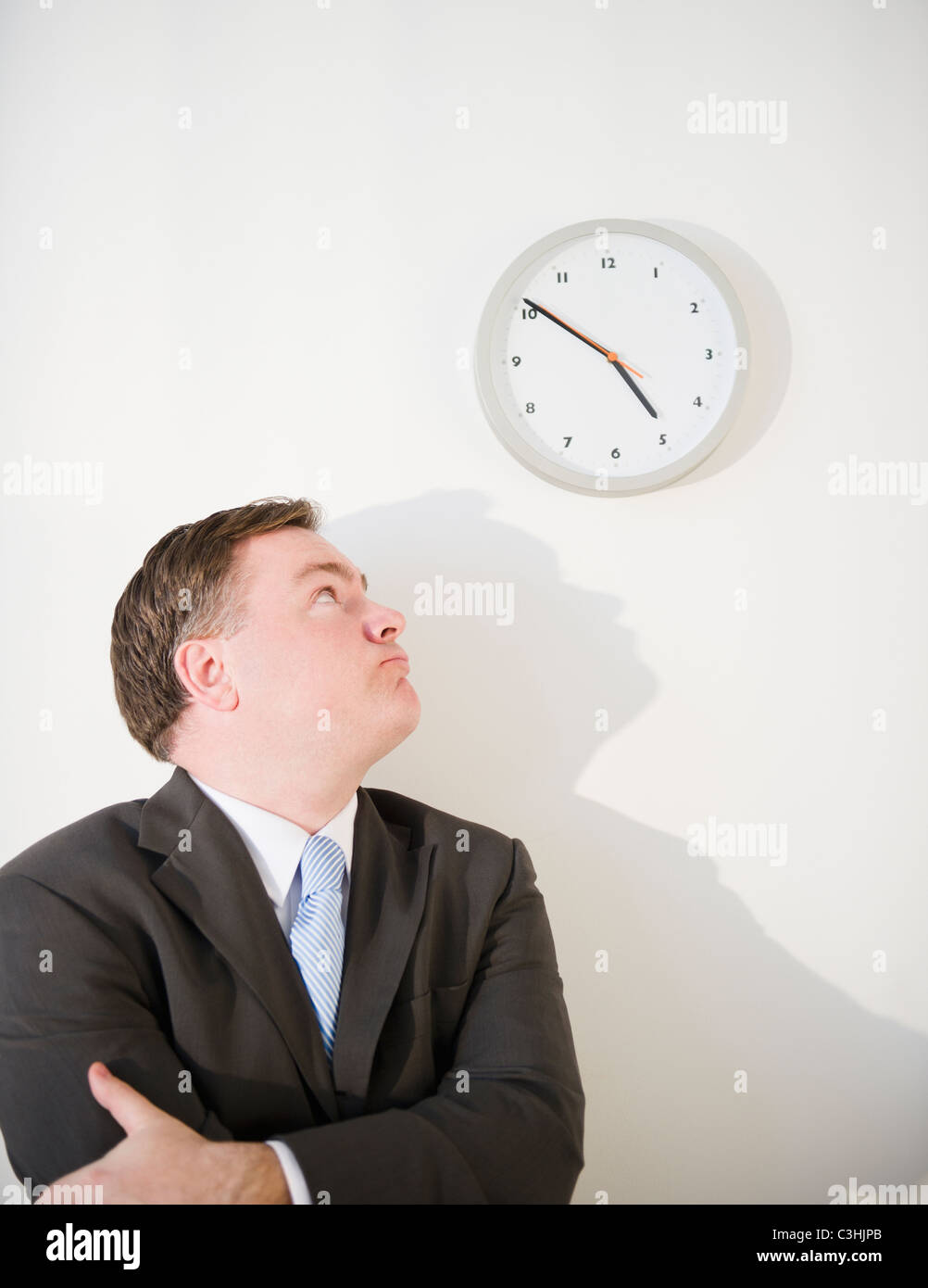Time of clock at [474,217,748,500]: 4:50
